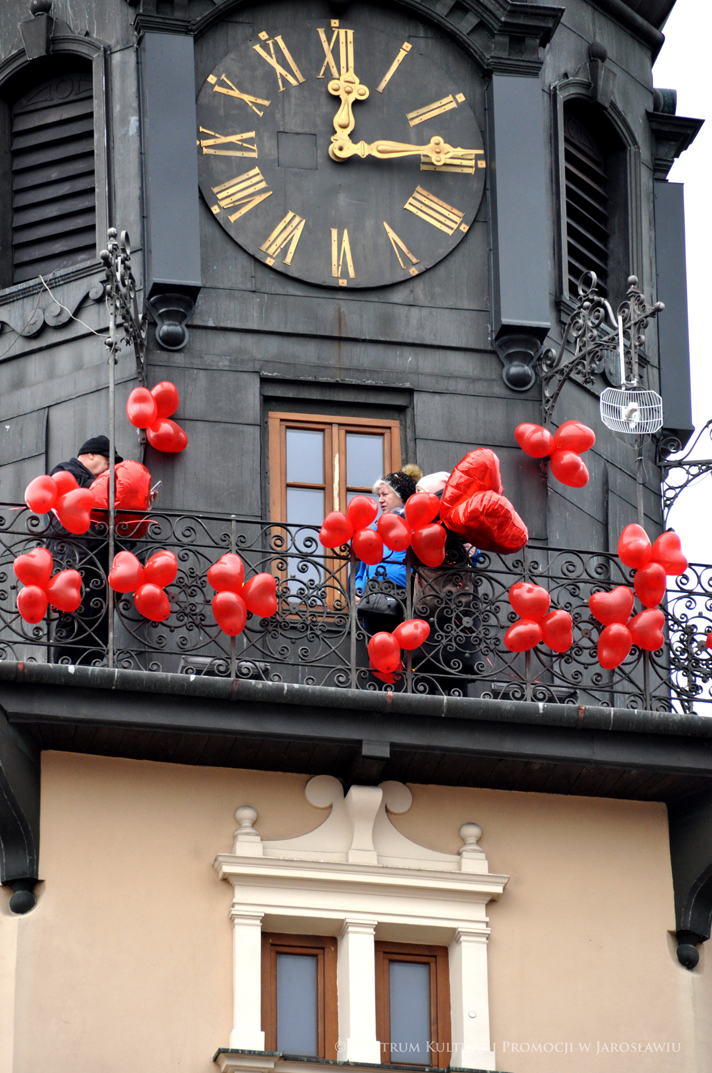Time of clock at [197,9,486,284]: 12:14
